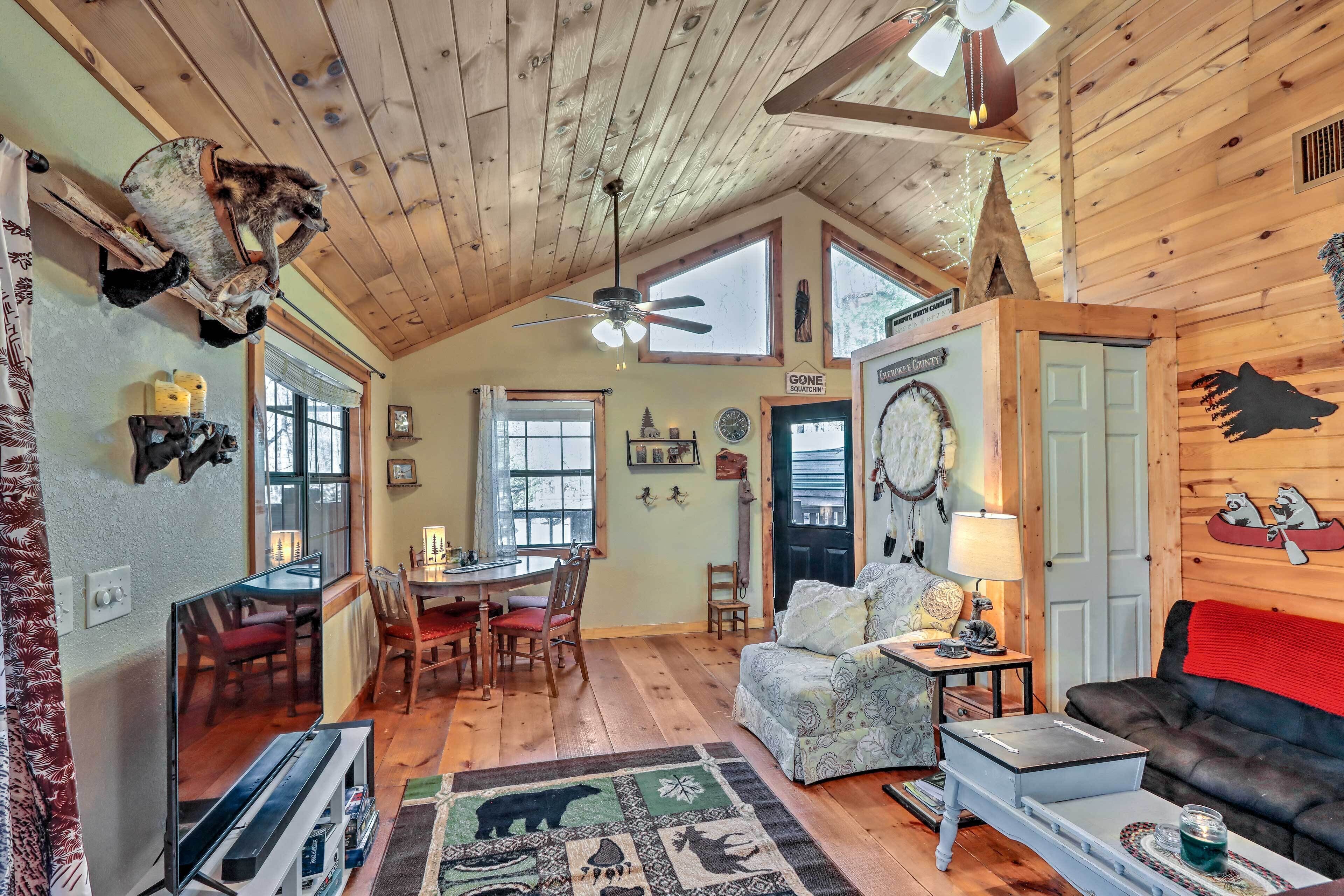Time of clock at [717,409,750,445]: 1:44
